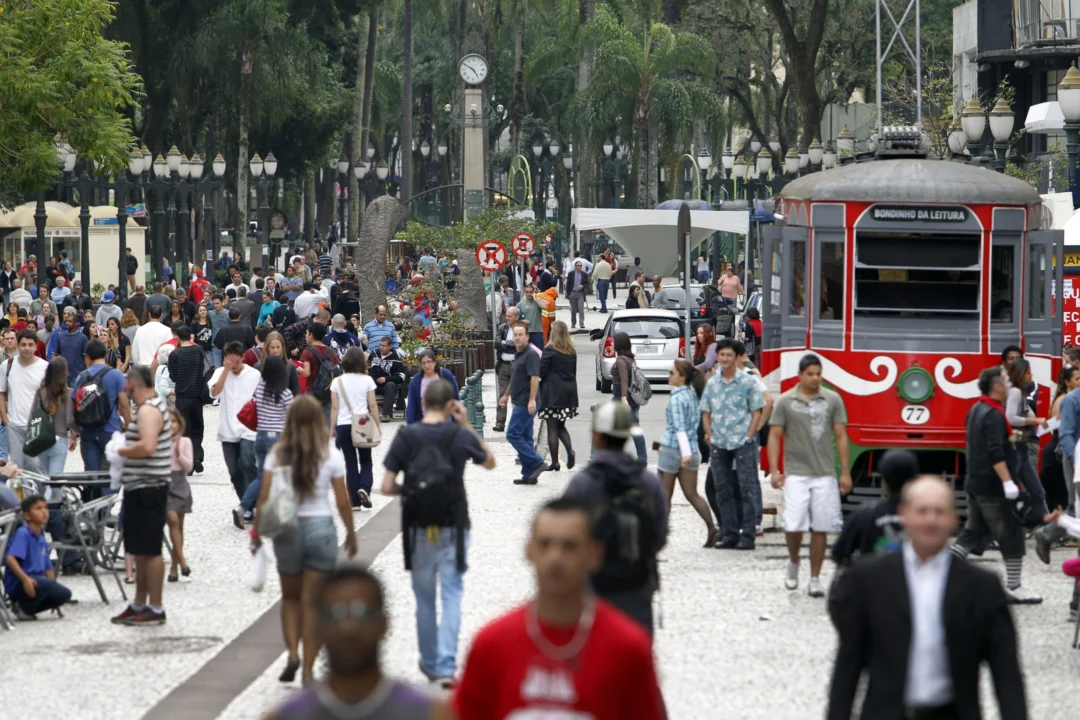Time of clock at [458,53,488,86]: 4:49
